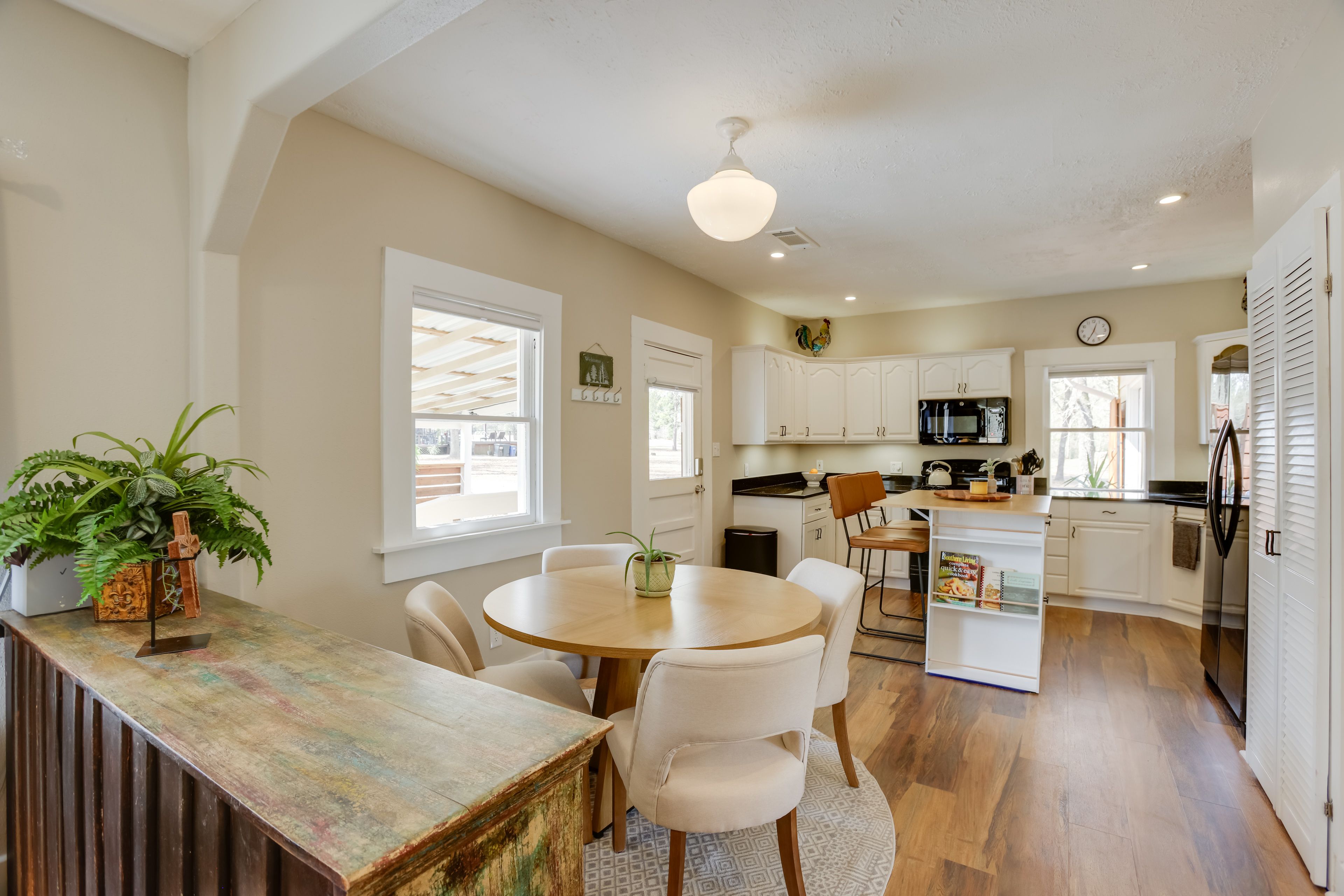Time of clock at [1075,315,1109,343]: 12:34
